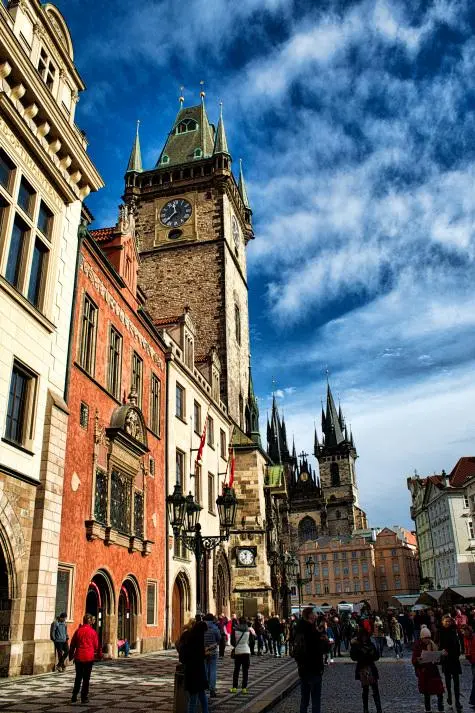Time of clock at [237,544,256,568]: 11:37
